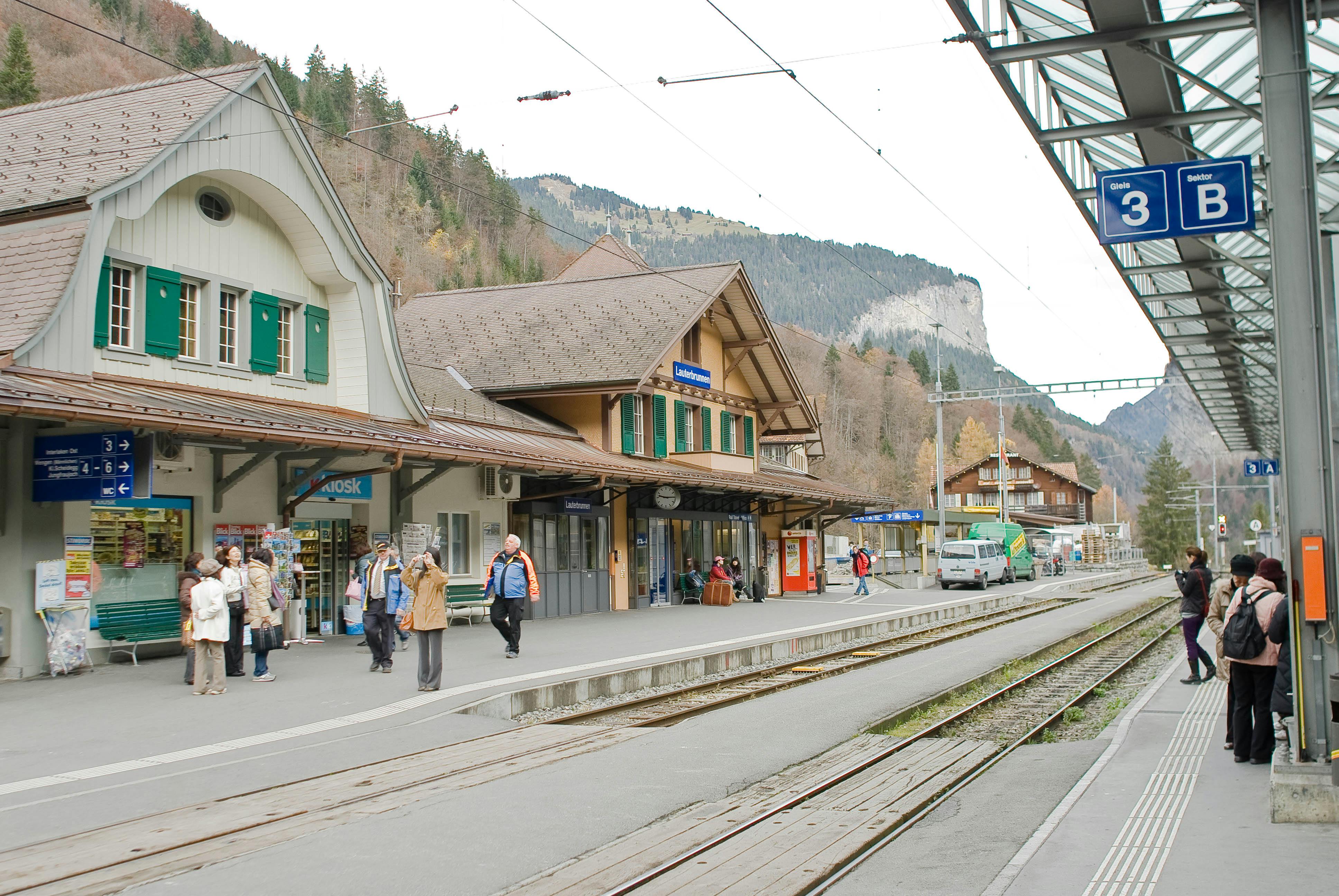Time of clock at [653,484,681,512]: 9:14
